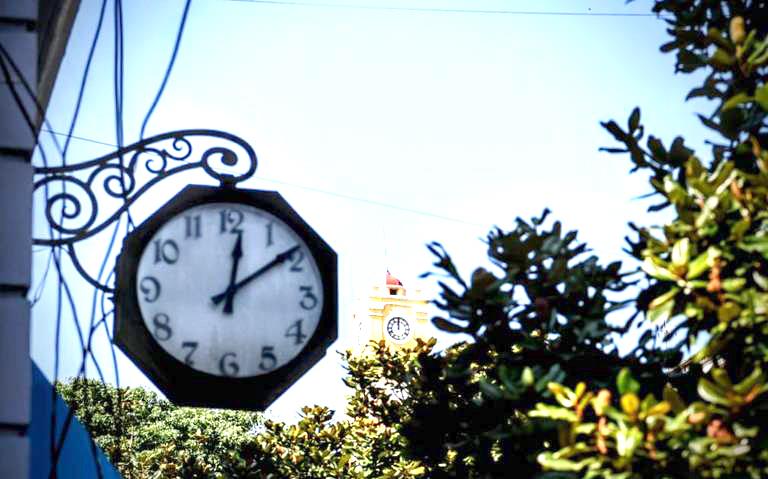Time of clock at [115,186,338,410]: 12:08
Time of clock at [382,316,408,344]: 12:00
